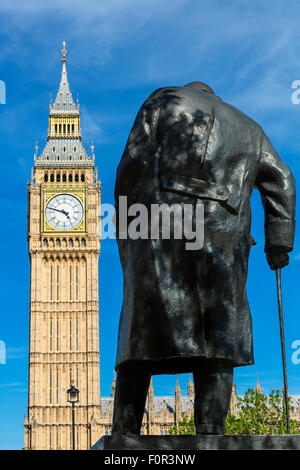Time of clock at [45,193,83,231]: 4:47
